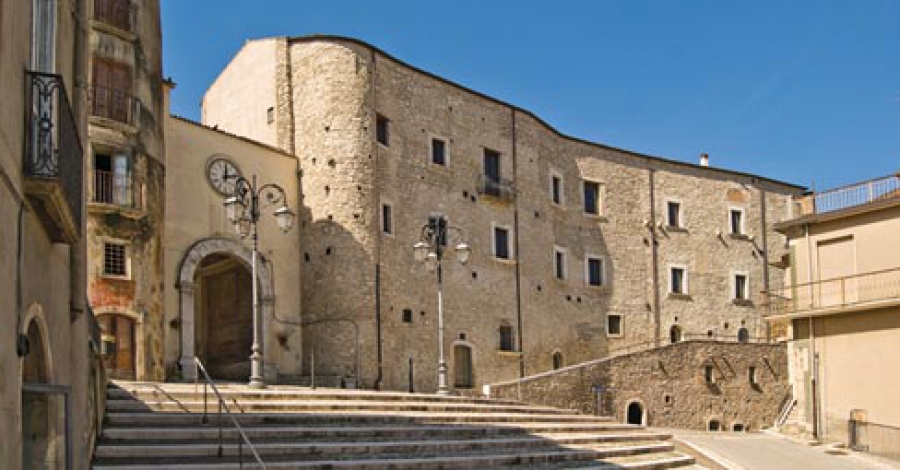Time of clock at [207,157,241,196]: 12:12
